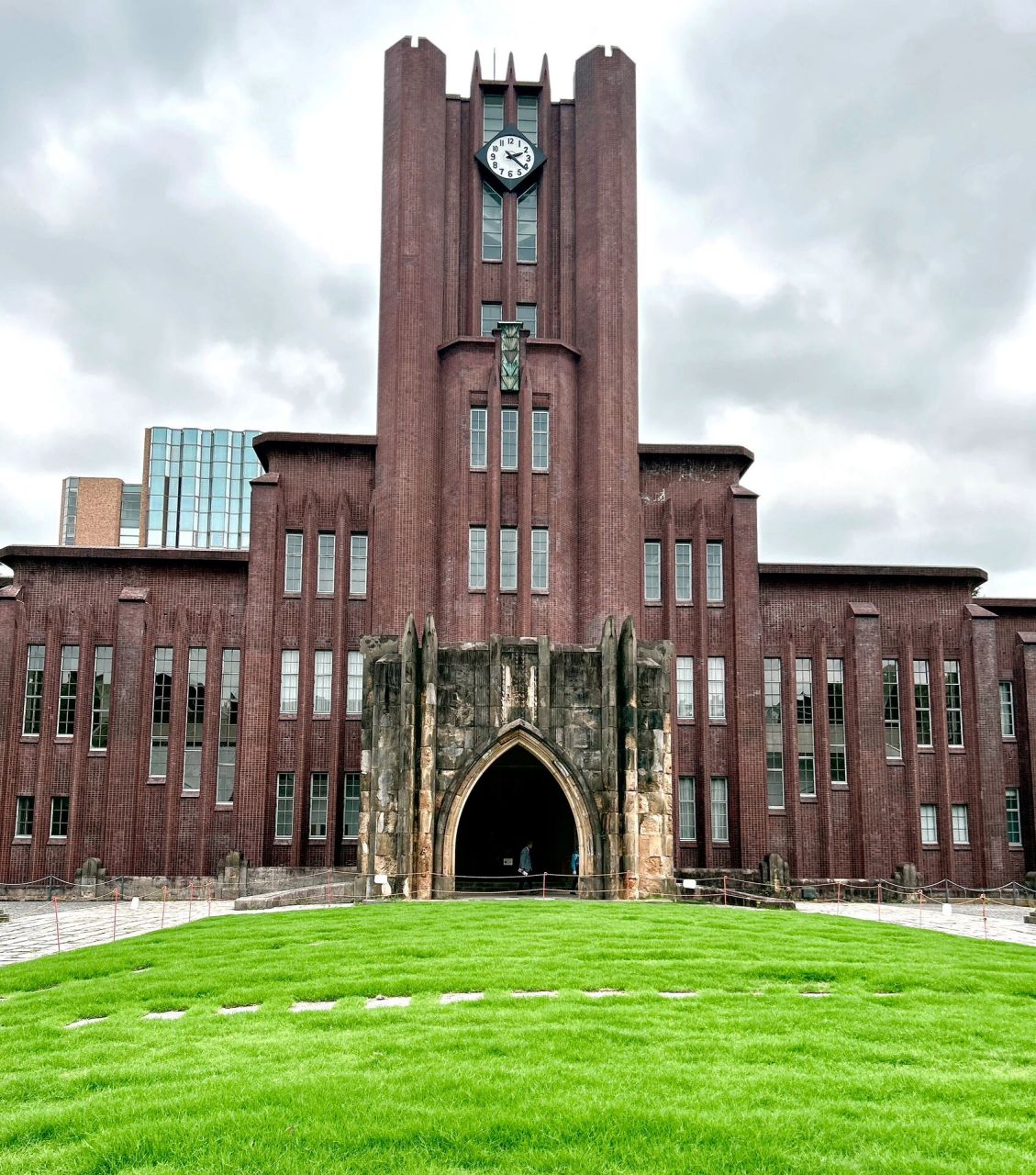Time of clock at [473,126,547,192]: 2:21
